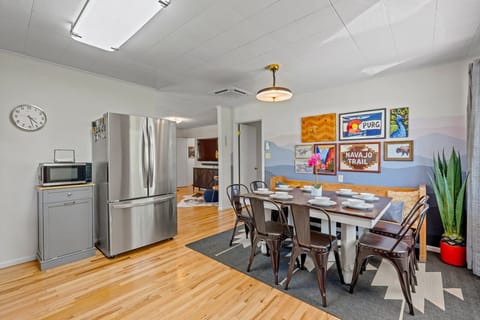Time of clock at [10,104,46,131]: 4:27
